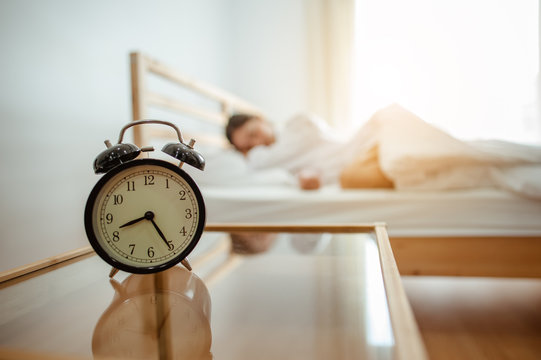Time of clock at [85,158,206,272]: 8:25
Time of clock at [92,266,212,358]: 8:25
